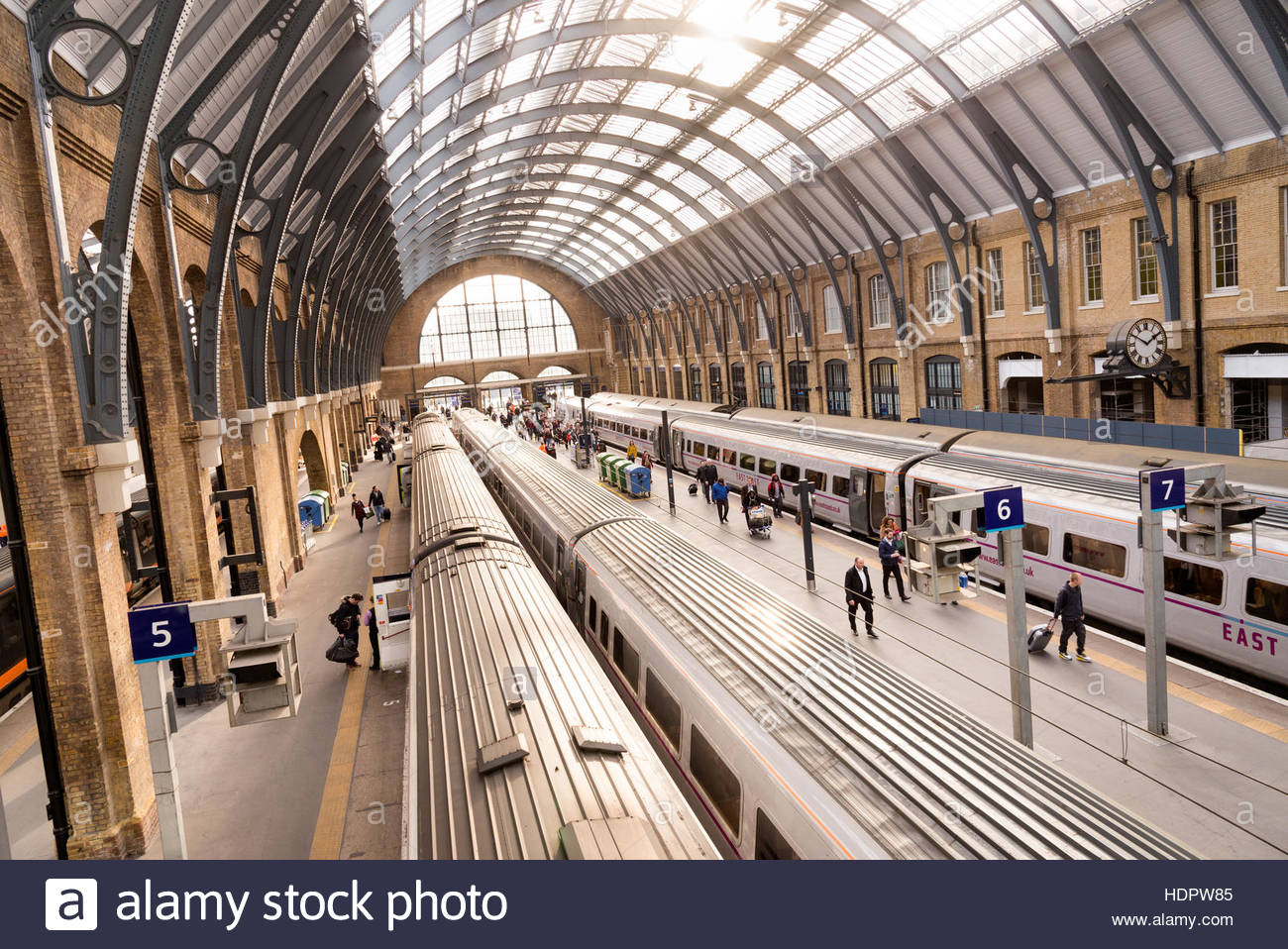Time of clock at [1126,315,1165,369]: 1:50
